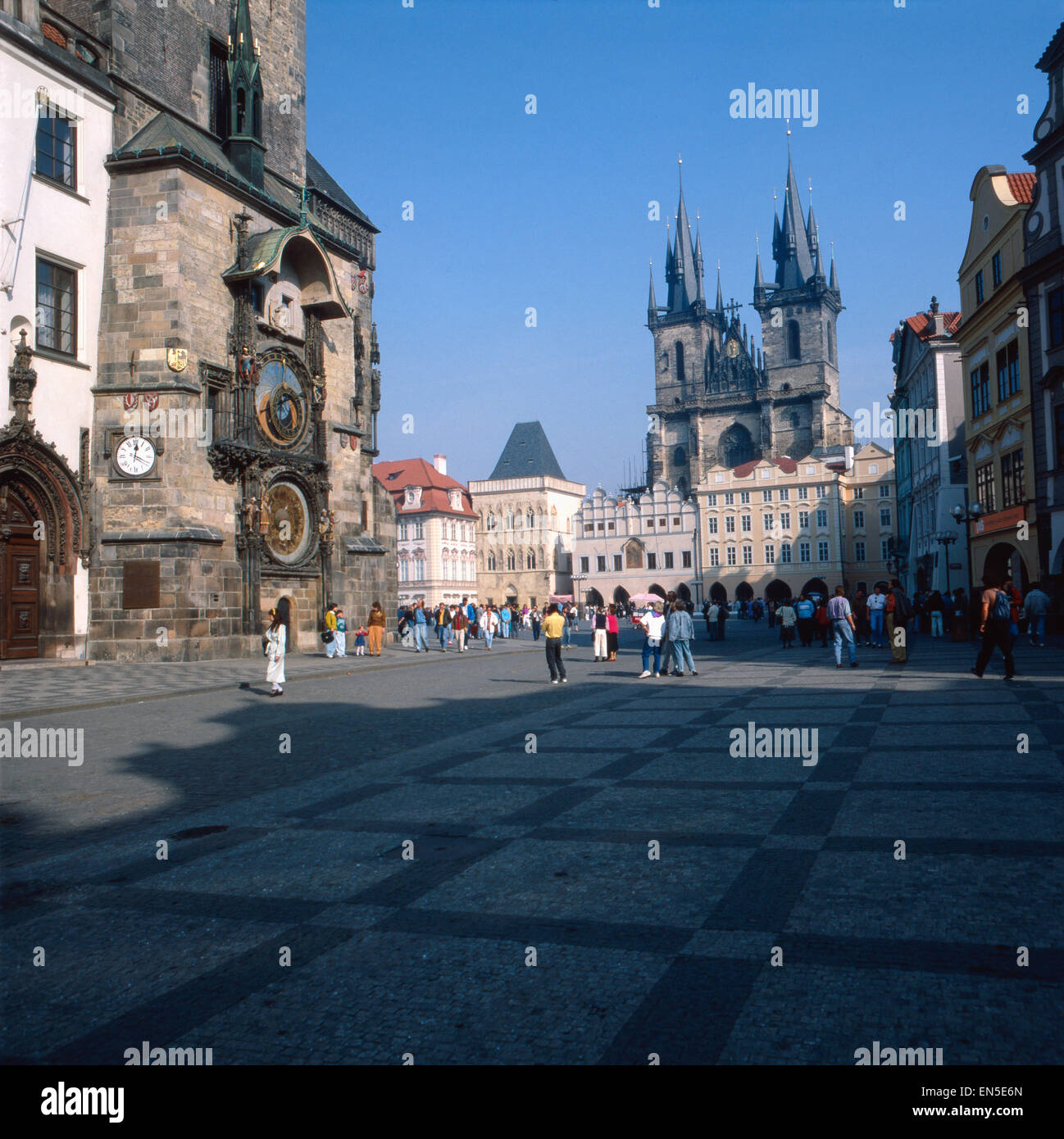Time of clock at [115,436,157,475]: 12:19
